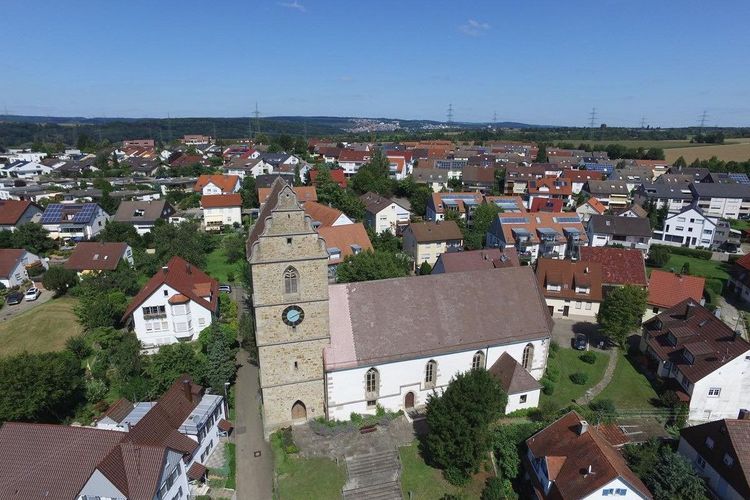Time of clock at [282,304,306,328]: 8:11
